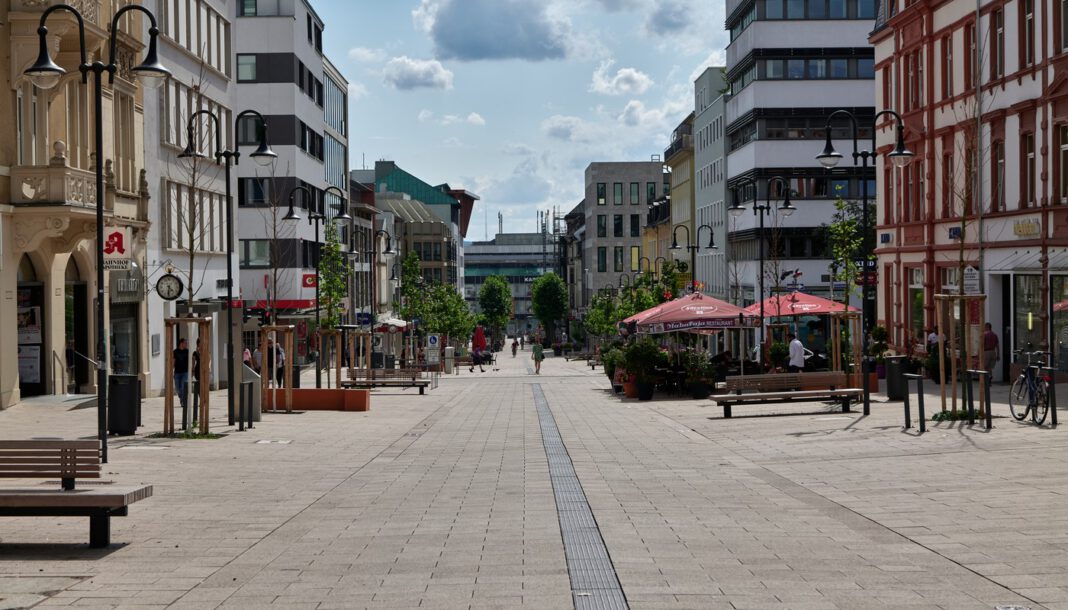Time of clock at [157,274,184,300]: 4:31
